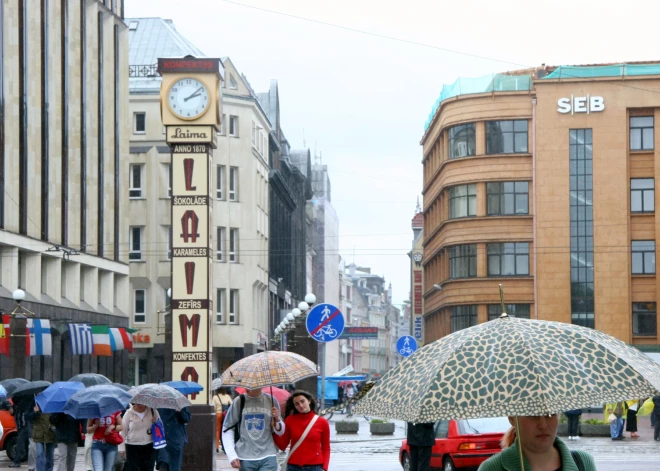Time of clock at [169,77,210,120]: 2:08
